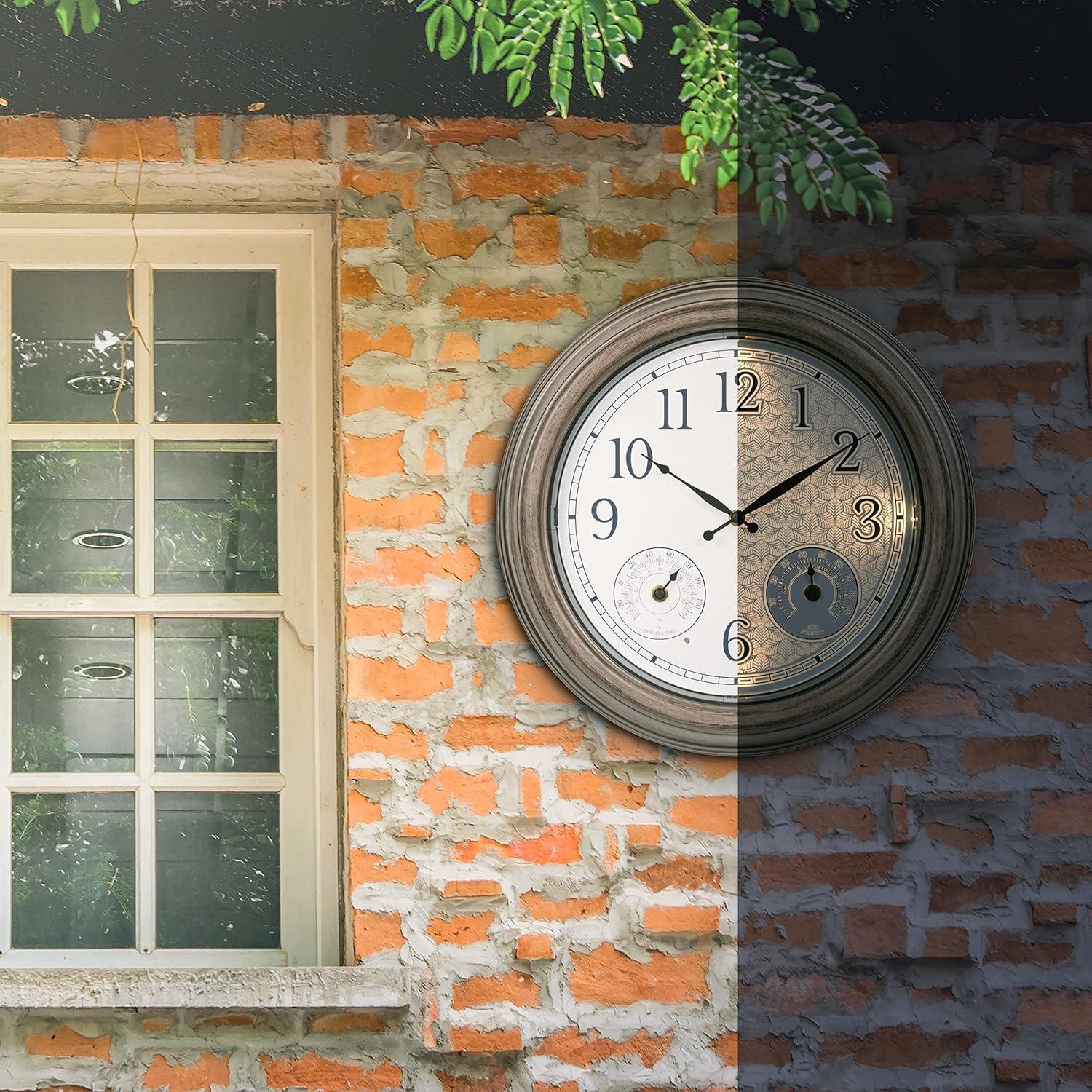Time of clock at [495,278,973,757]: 1:50
